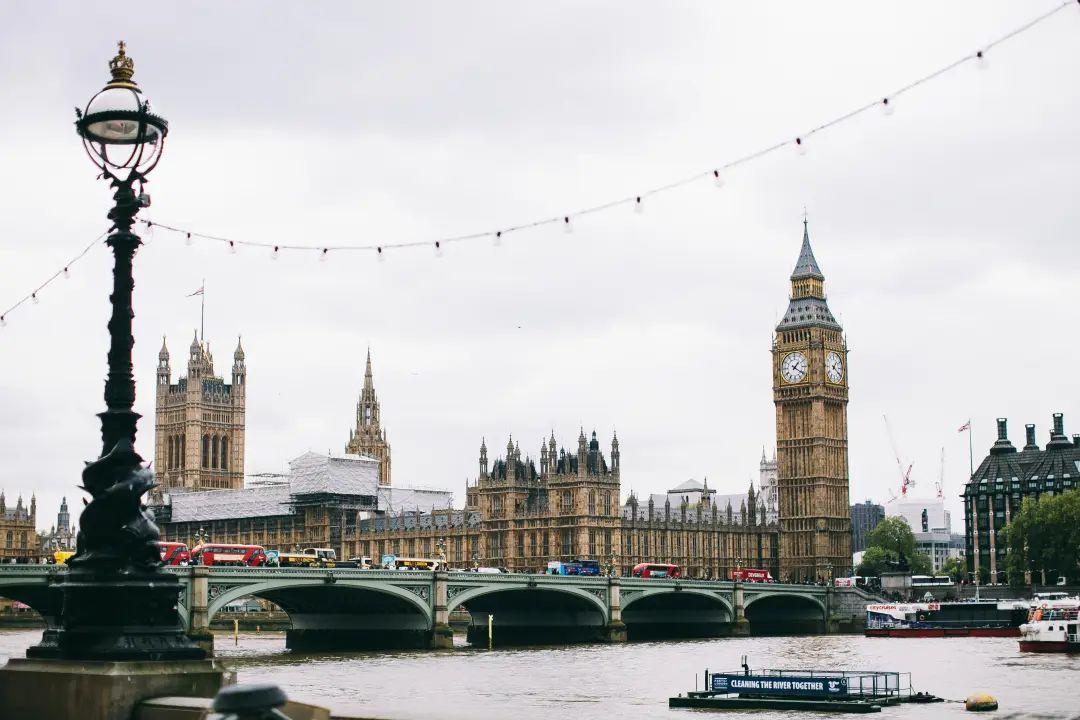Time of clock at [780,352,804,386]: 1:20
